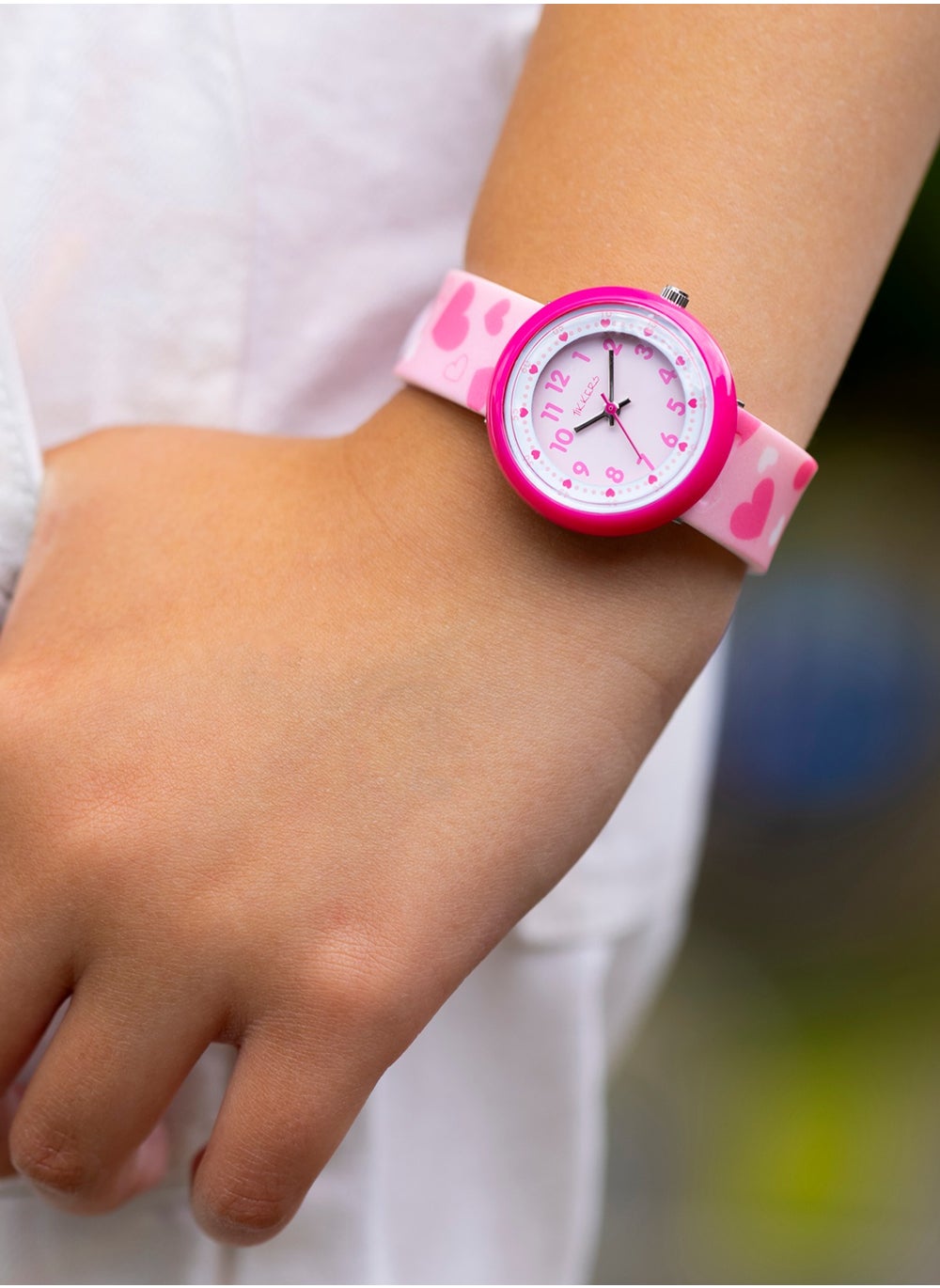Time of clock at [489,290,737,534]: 8:00
